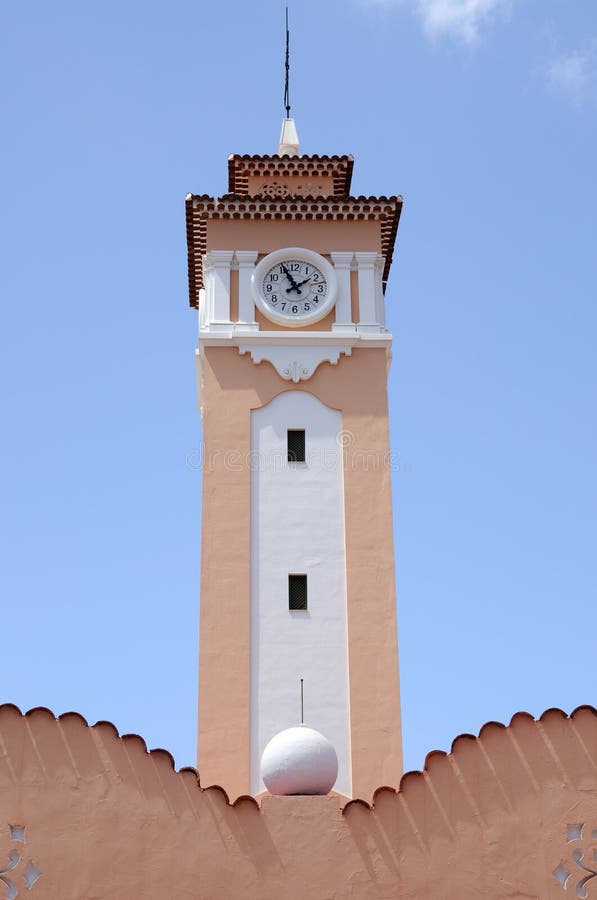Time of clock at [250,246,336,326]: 1:55
